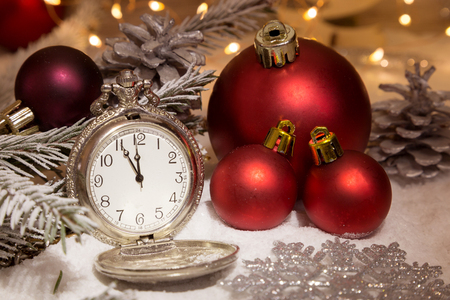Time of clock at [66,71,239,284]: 11:55
